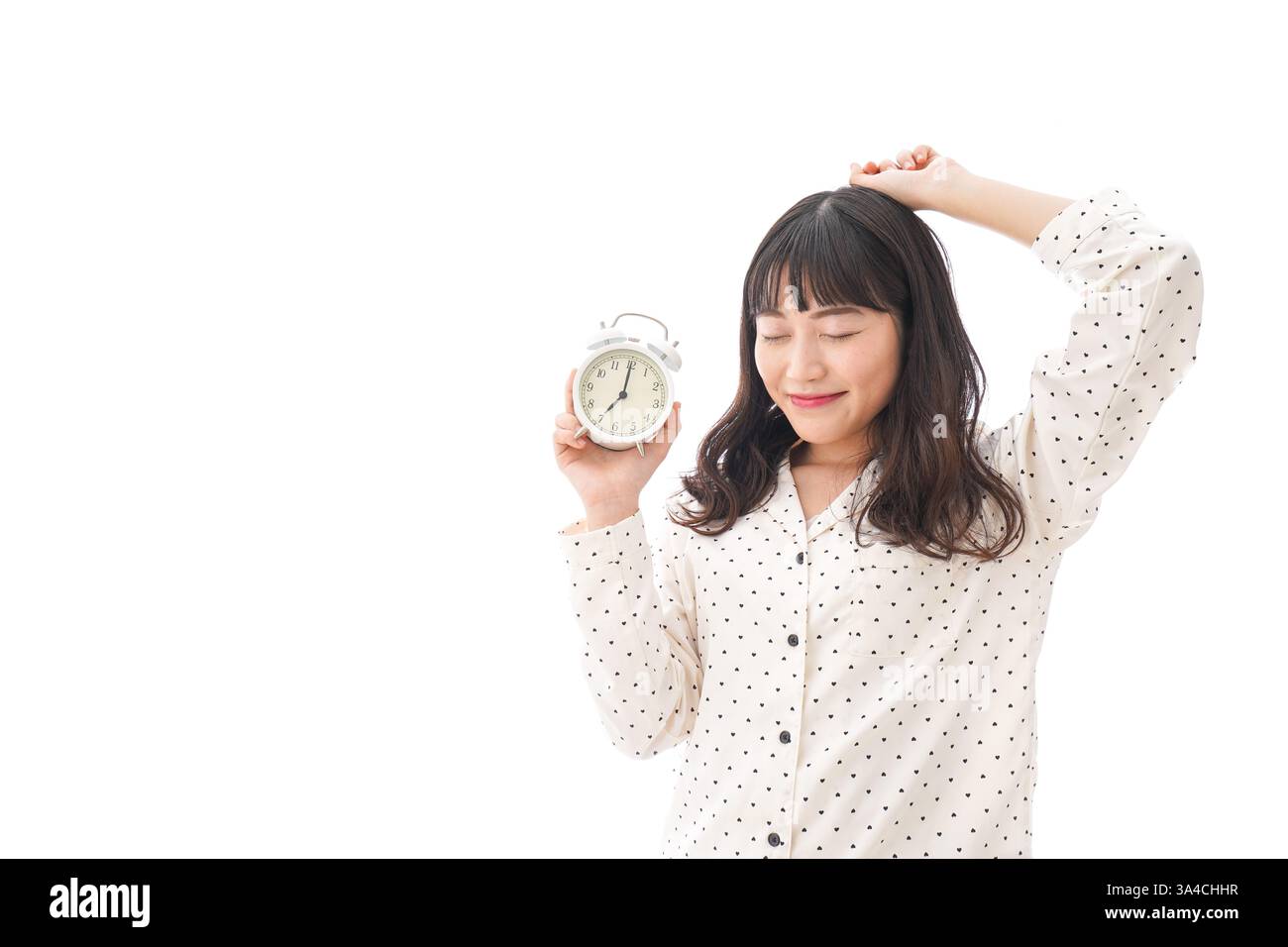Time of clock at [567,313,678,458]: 7:00
